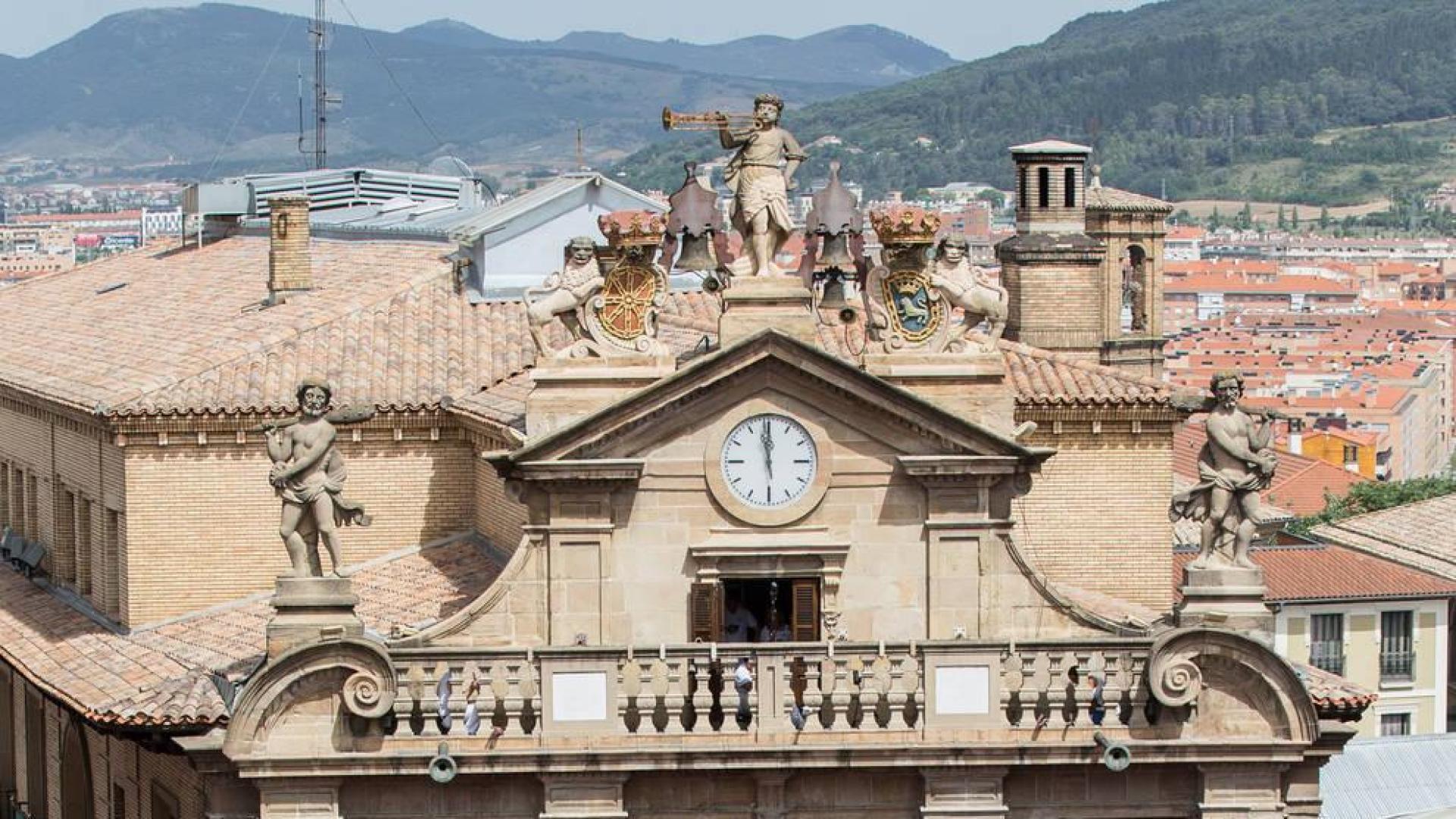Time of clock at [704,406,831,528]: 11:59
